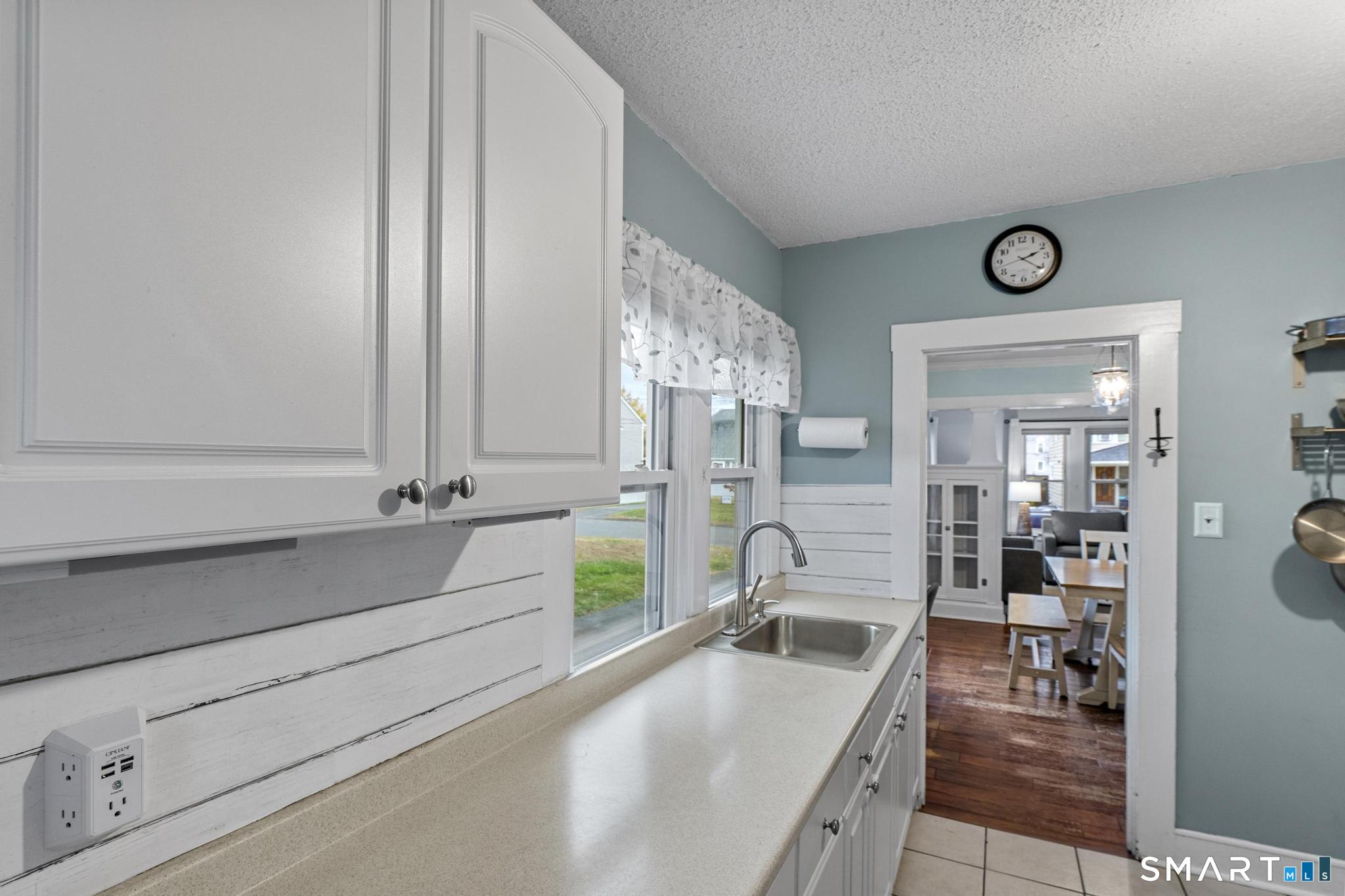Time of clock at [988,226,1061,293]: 2:20
